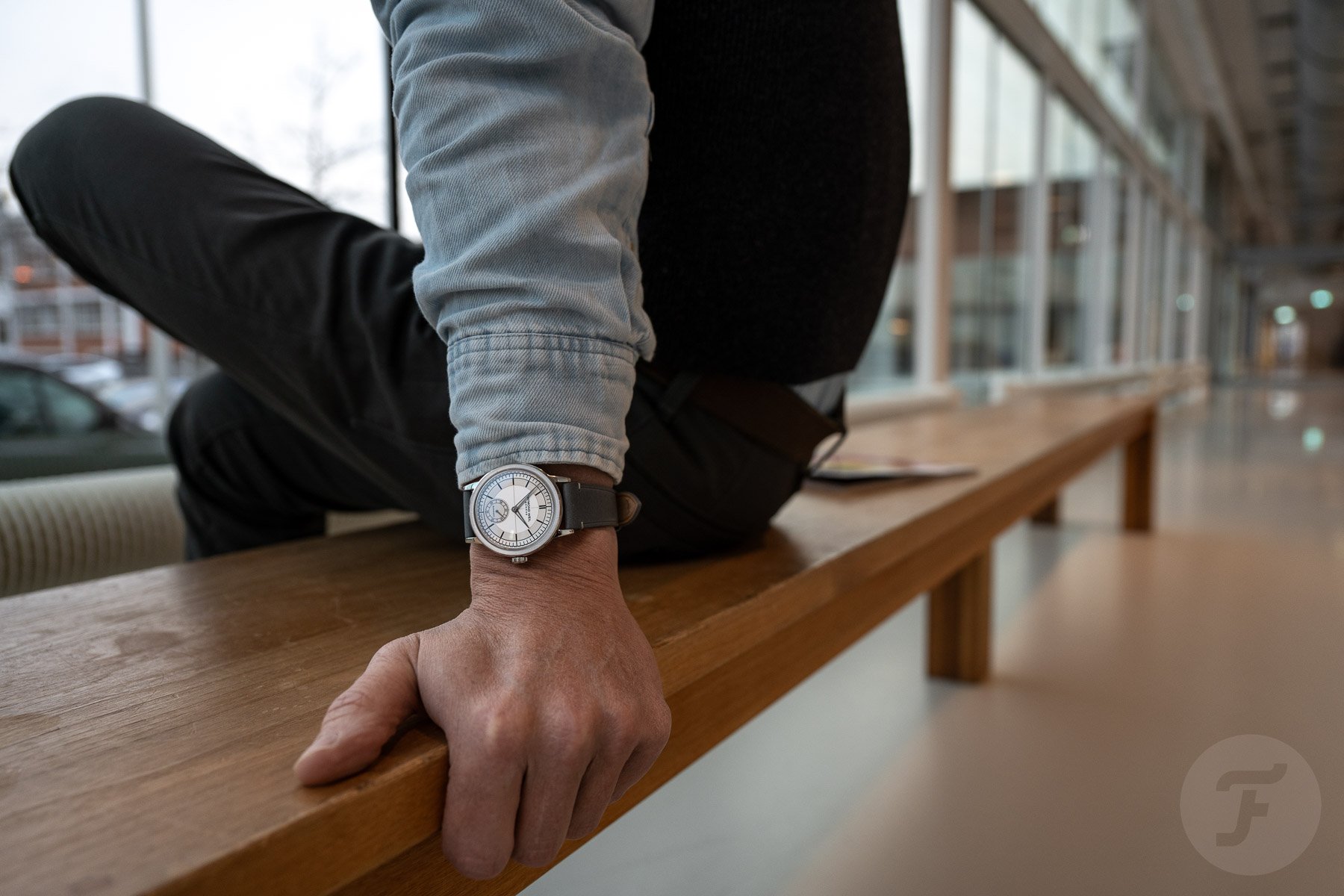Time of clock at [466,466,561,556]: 1:24
